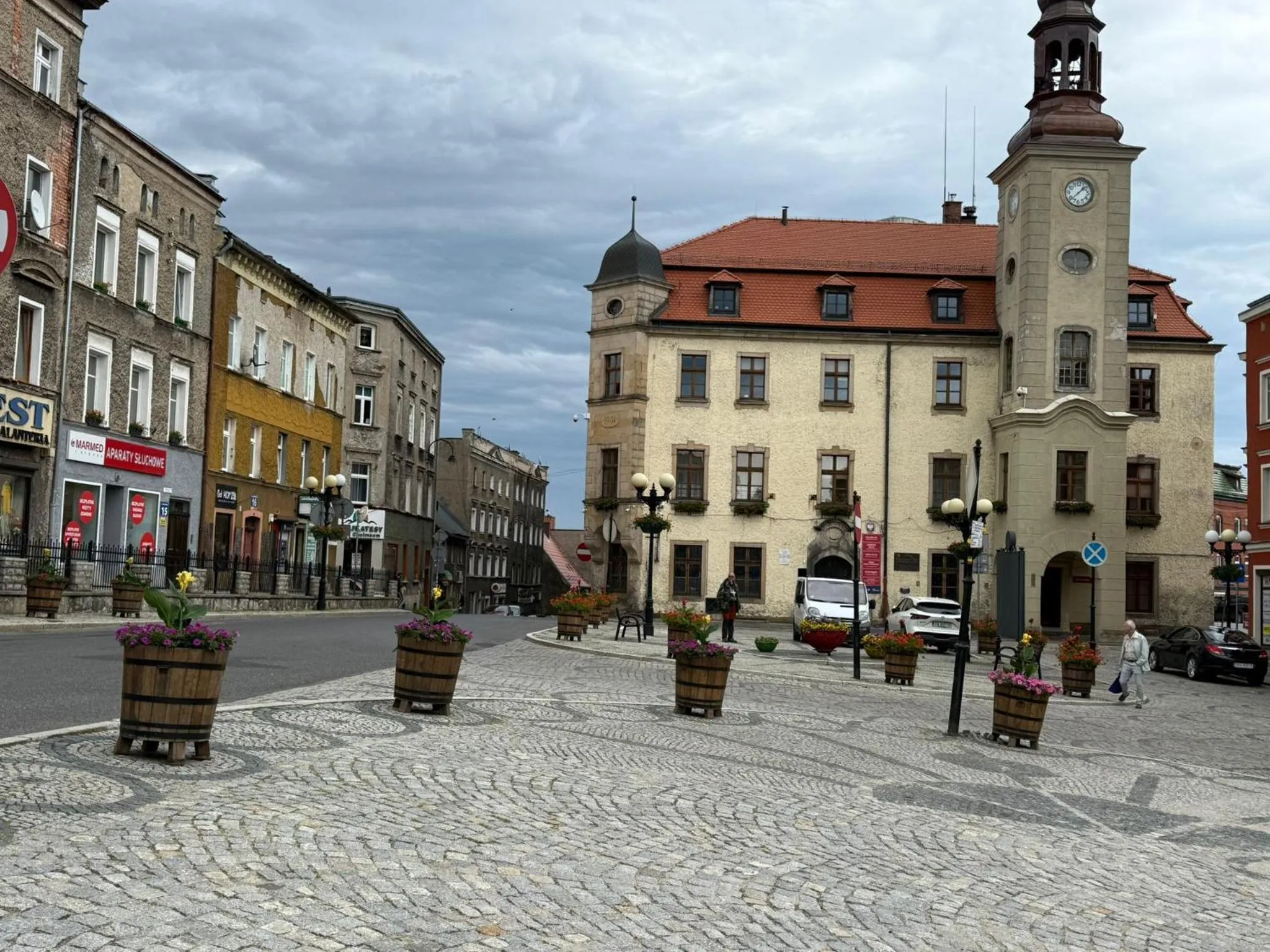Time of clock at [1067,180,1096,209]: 1:38
